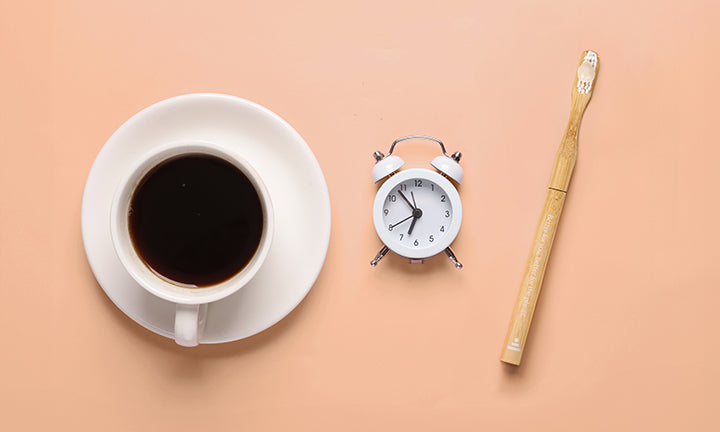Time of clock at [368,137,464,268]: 6:53
